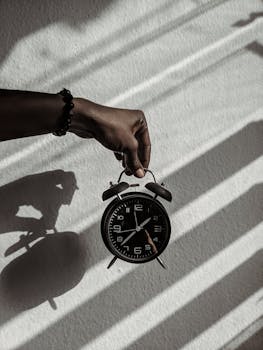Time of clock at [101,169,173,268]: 1:37
